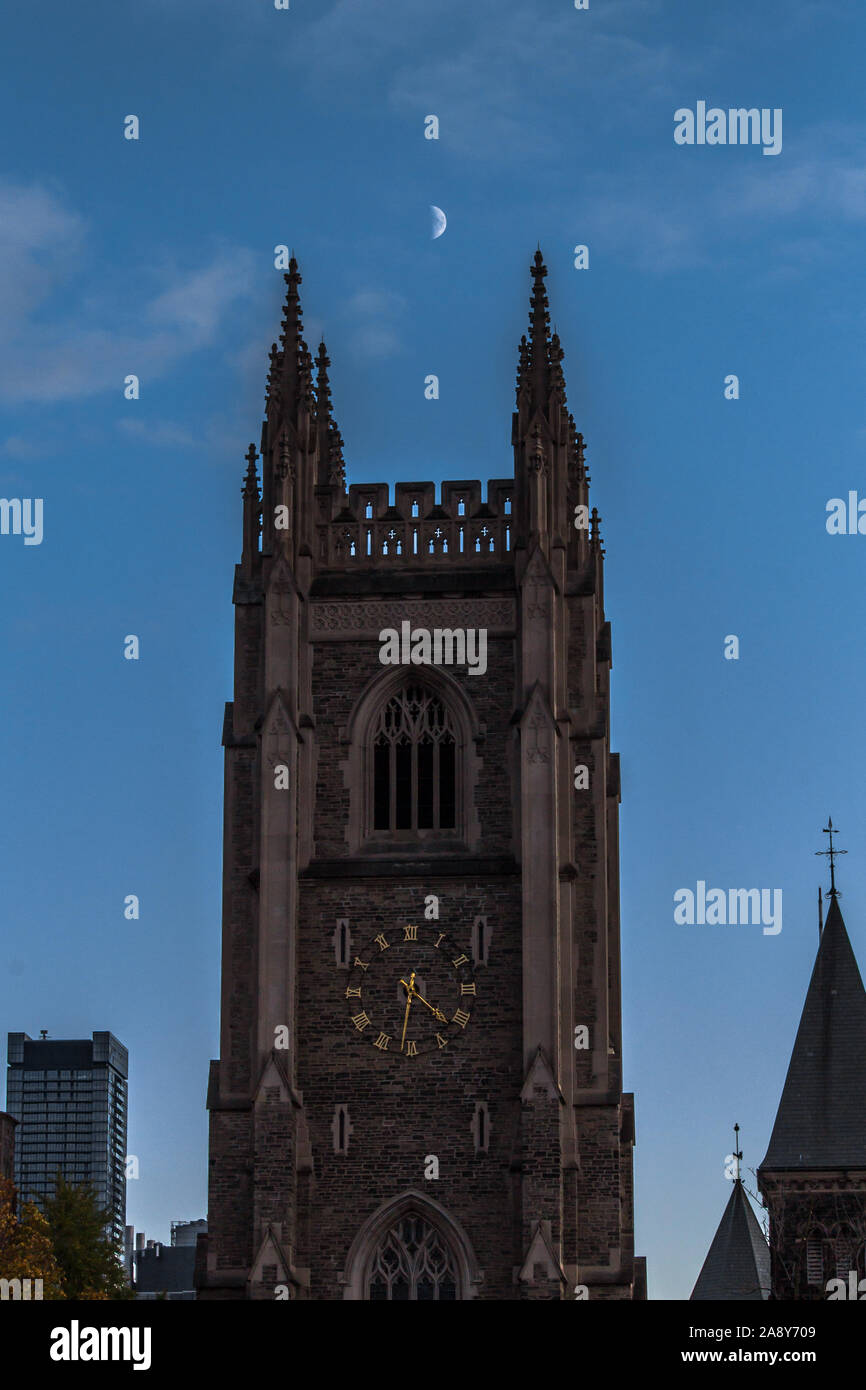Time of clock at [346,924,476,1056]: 4:31
